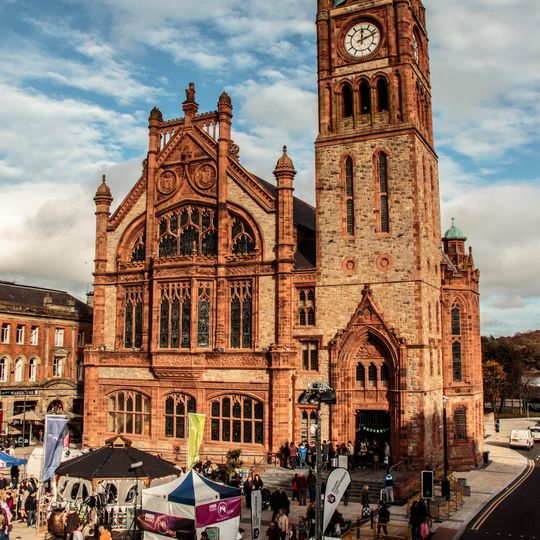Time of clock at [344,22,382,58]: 12:11
